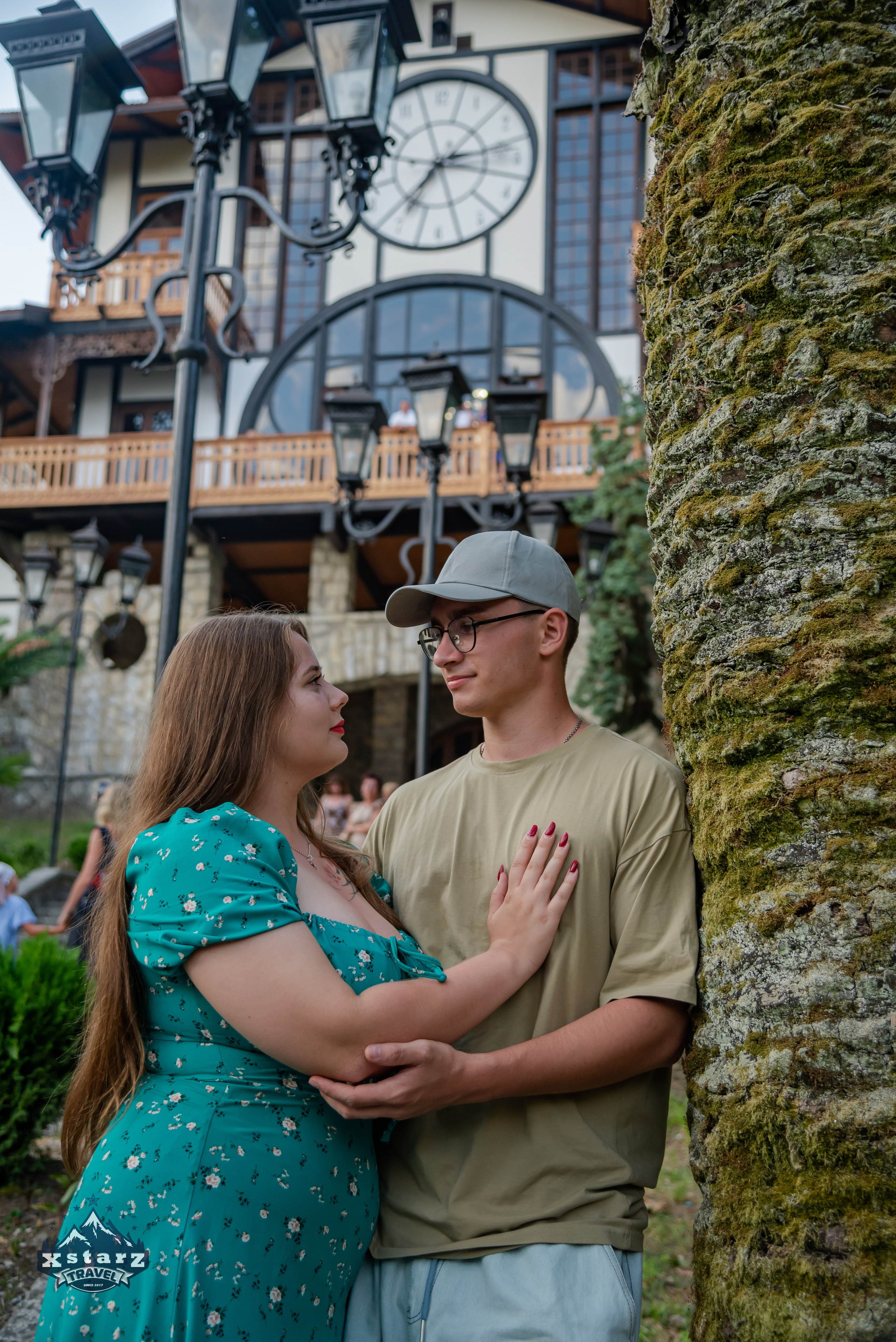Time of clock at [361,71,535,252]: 7:13
